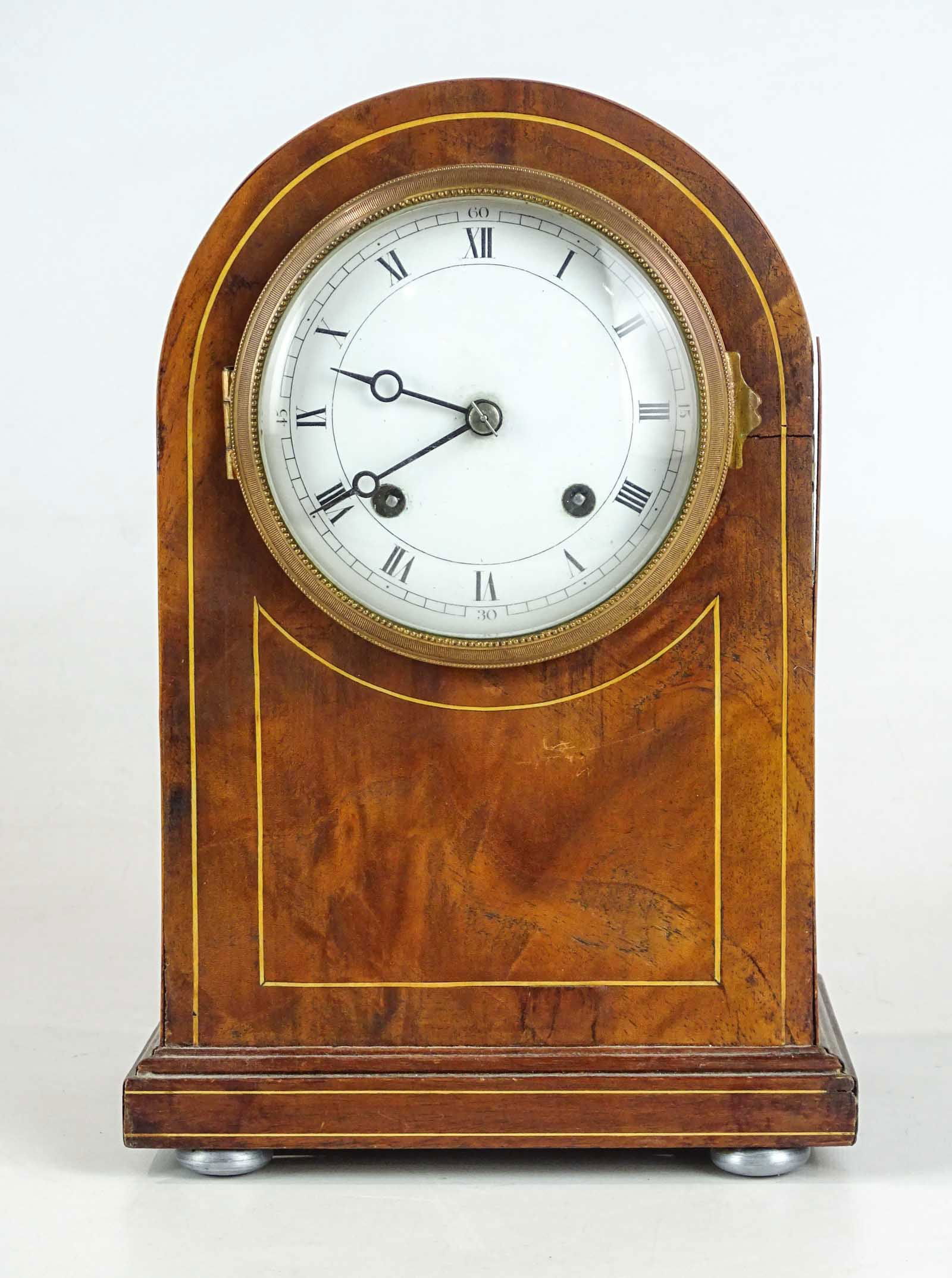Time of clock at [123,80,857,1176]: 9:40
